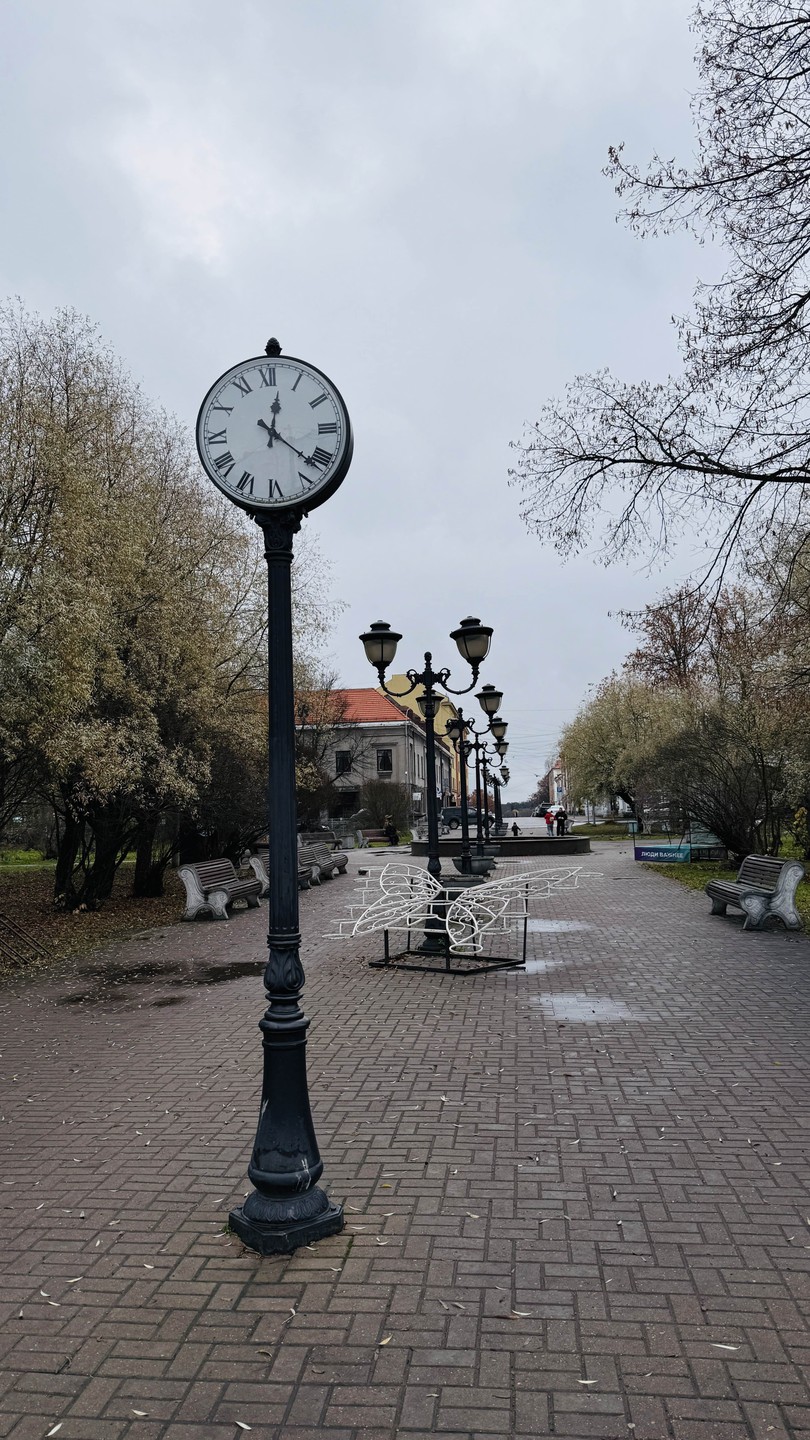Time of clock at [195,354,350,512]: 12:21
